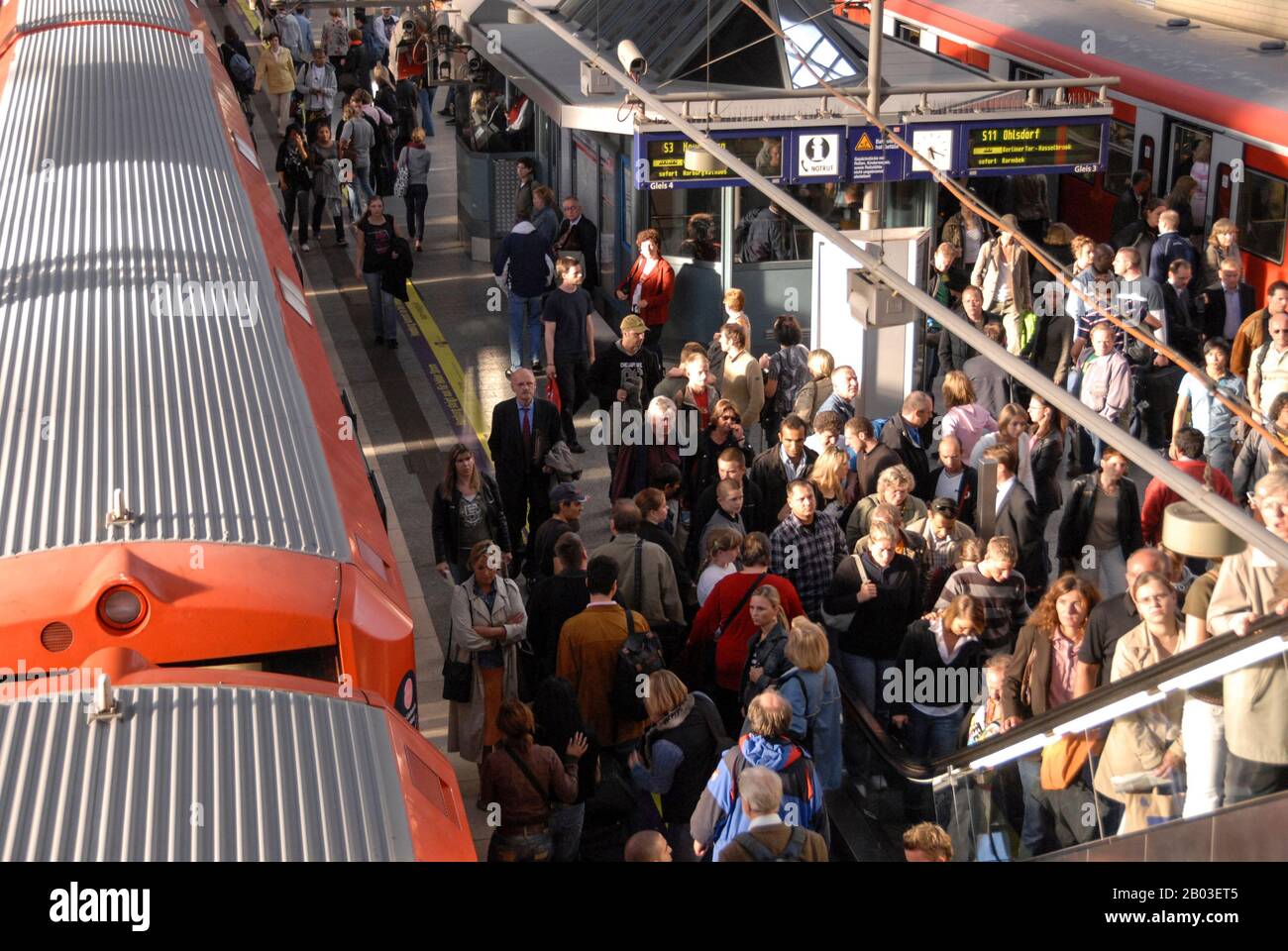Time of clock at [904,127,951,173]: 5:18
